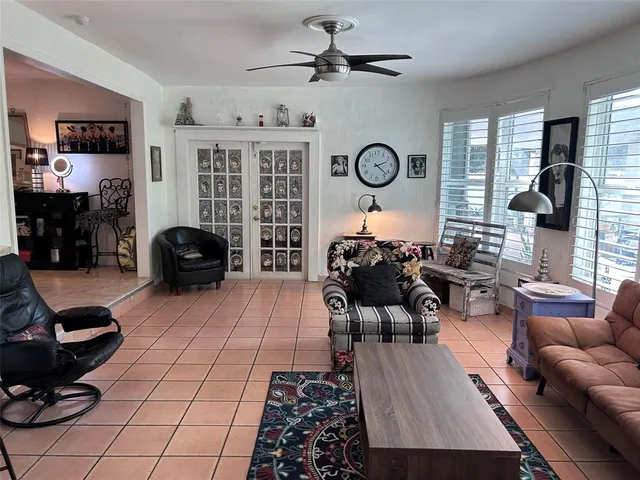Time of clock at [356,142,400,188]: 2:22
